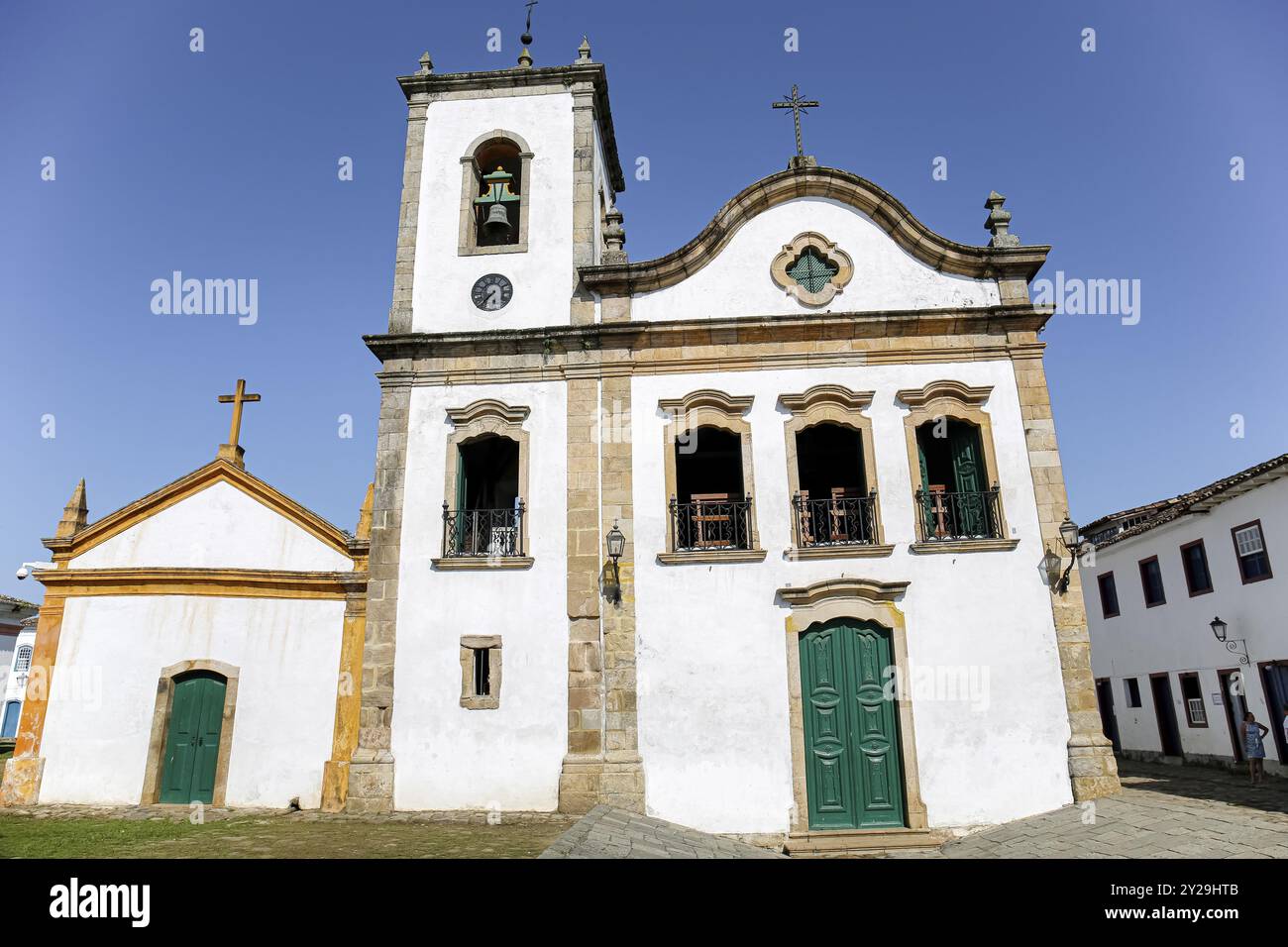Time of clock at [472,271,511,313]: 7:37
